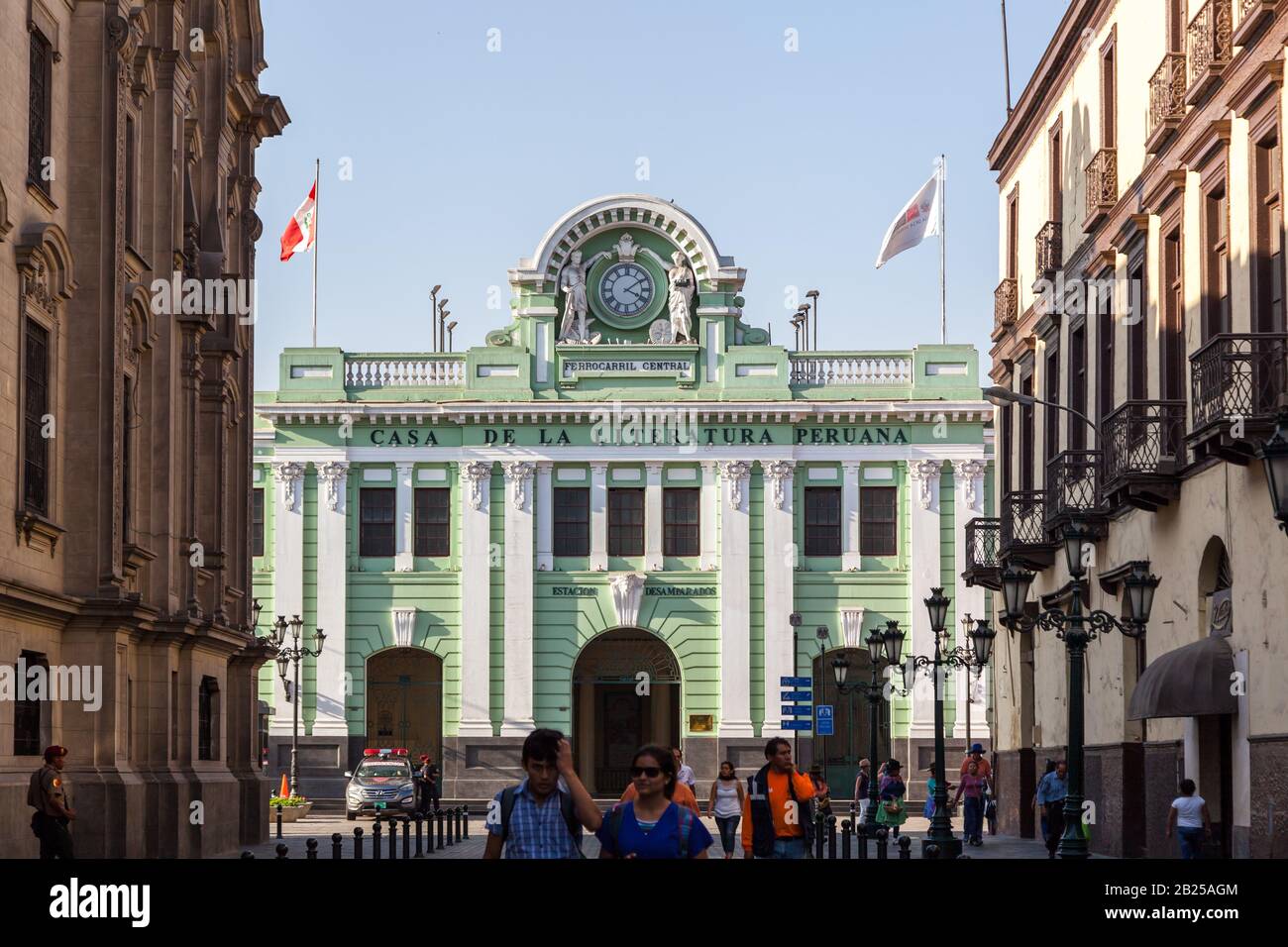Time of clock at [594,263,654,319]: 4:09
